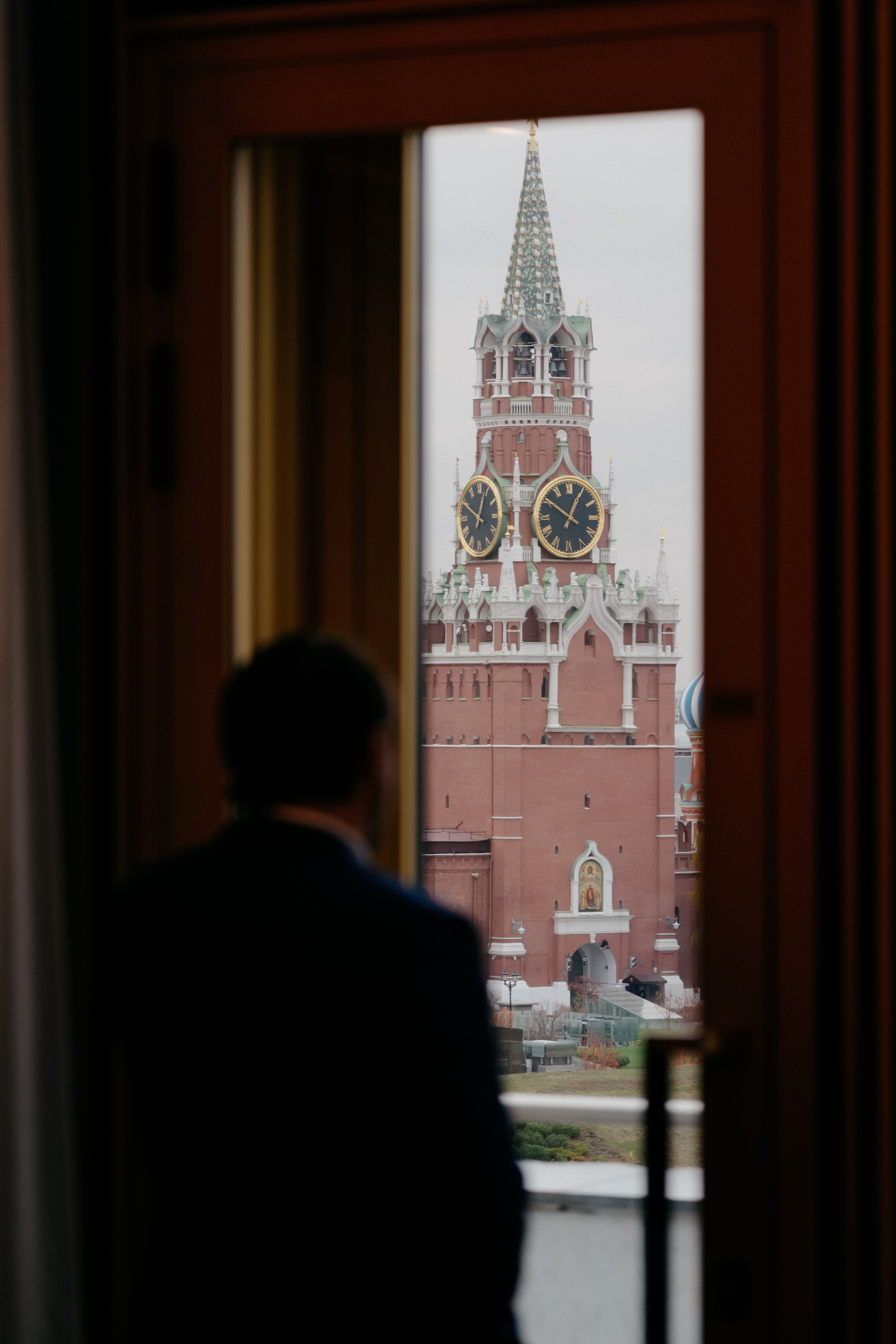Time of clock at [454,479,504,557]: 12:49
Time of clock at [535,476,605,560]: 12:50
